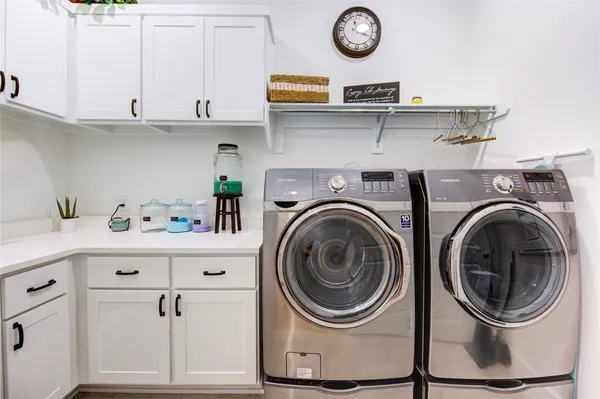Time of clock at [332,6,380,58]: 11:18
